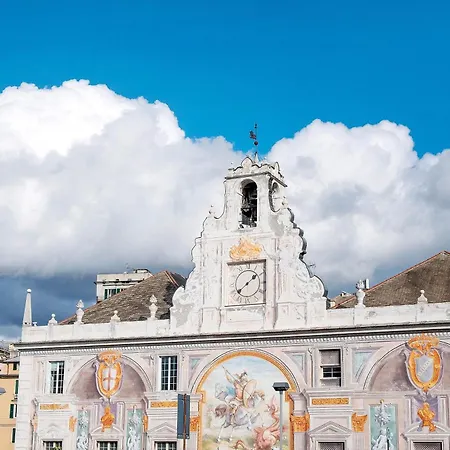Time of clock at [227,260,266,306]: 1:38
